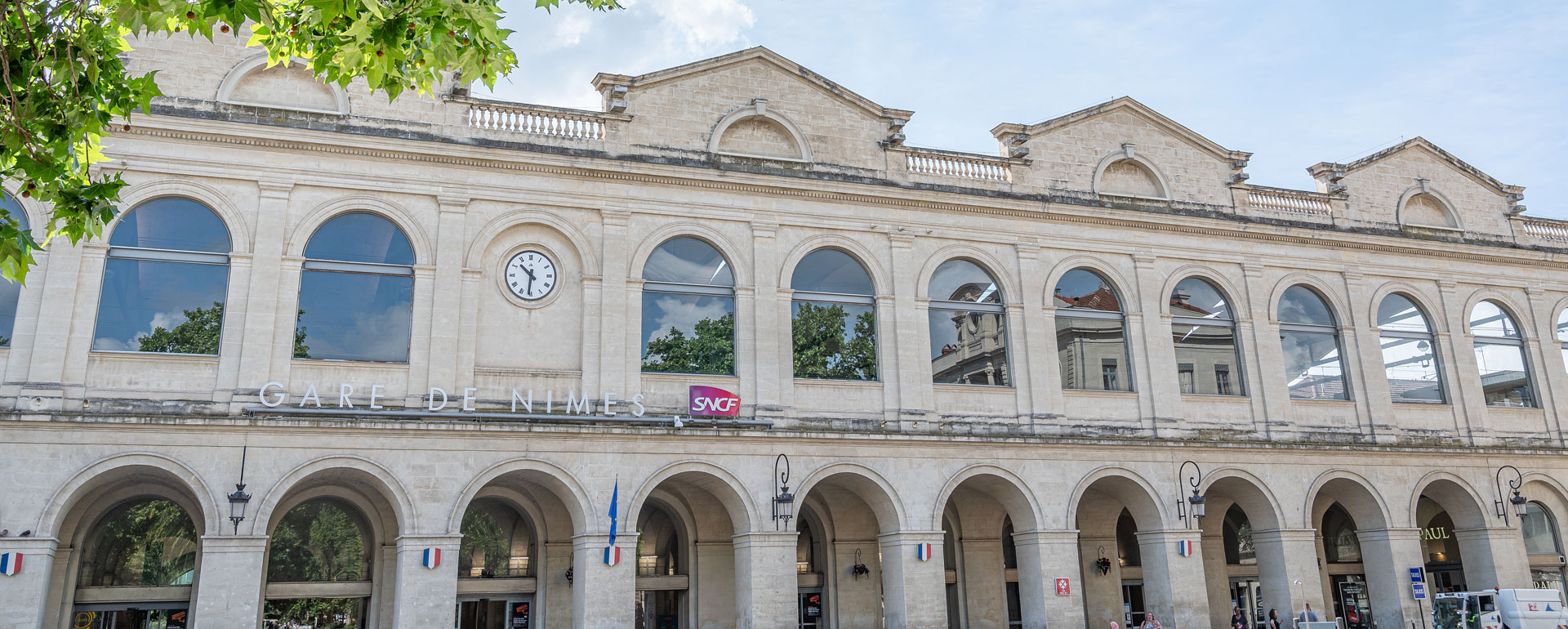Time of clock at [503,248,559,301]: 10:31
